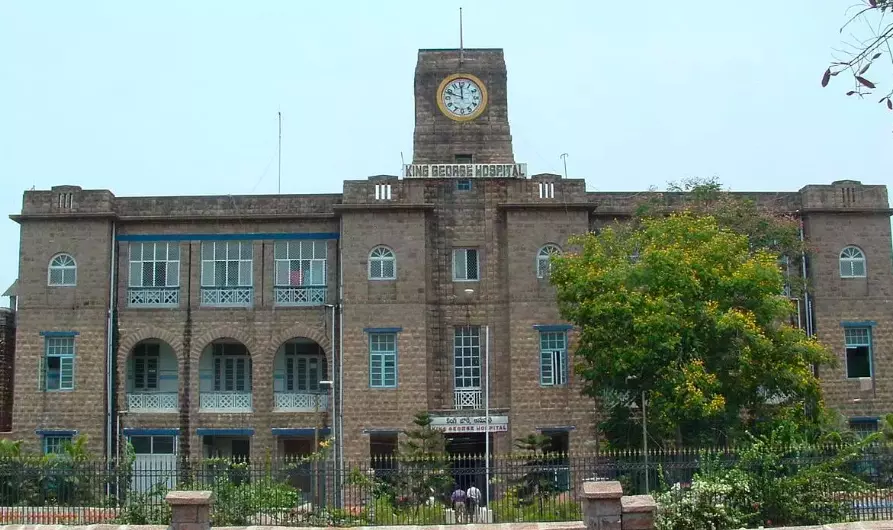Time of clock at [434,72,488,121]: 11:48
